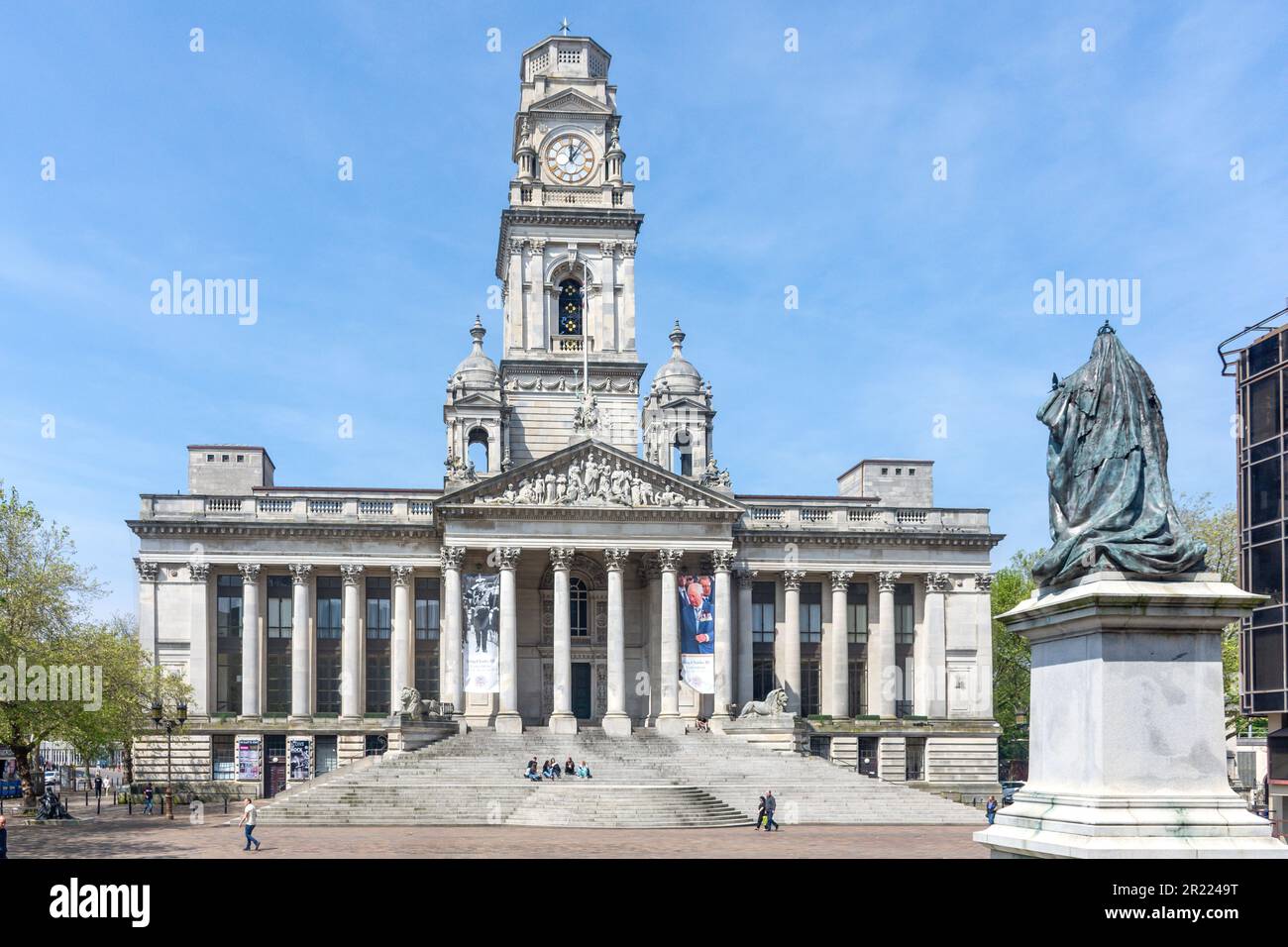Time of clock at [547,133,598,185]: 12:06
